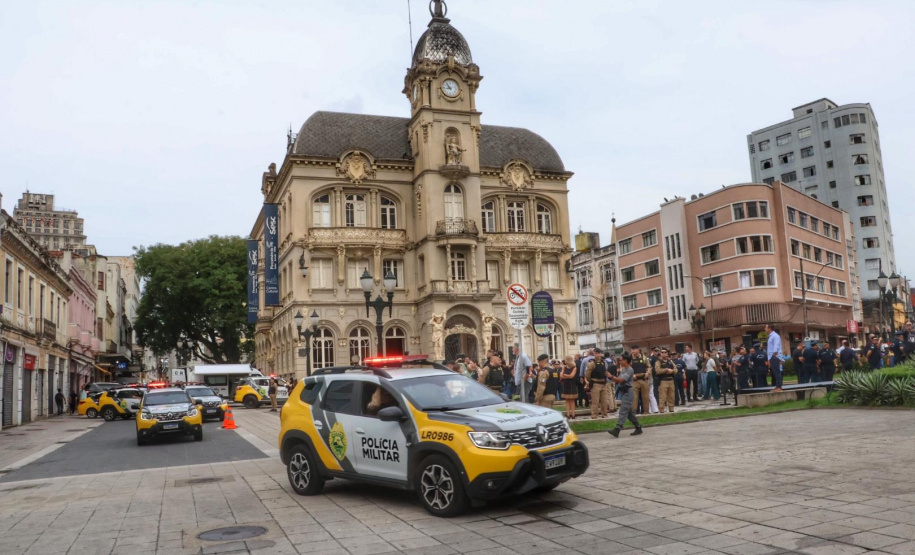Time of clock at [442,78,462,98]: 8:54
